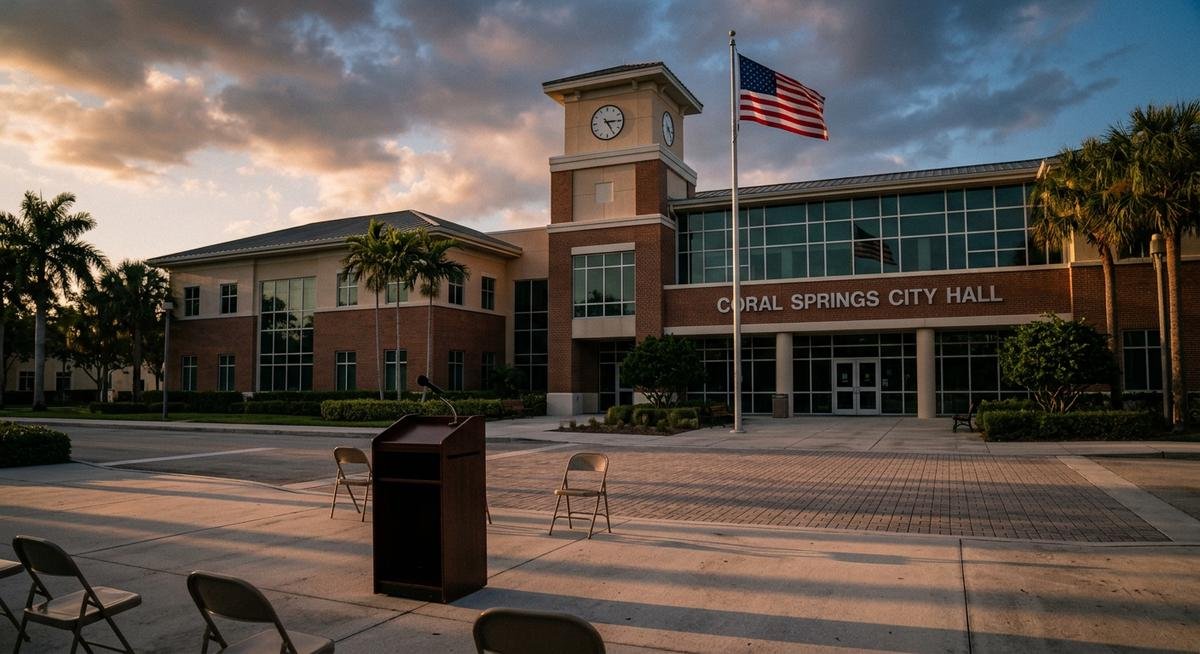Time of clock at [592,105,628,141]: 3:24
